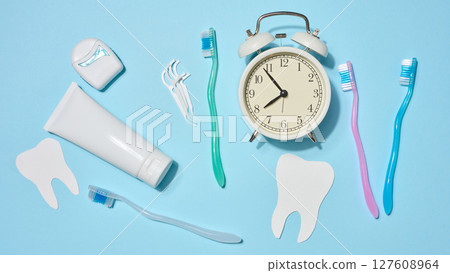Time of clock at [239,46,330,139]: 7:53
